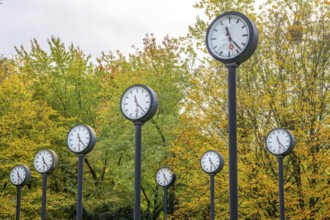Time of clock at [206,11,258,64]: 11:22
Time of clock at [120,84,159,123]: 11:22
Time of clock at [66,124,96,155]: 11:22
